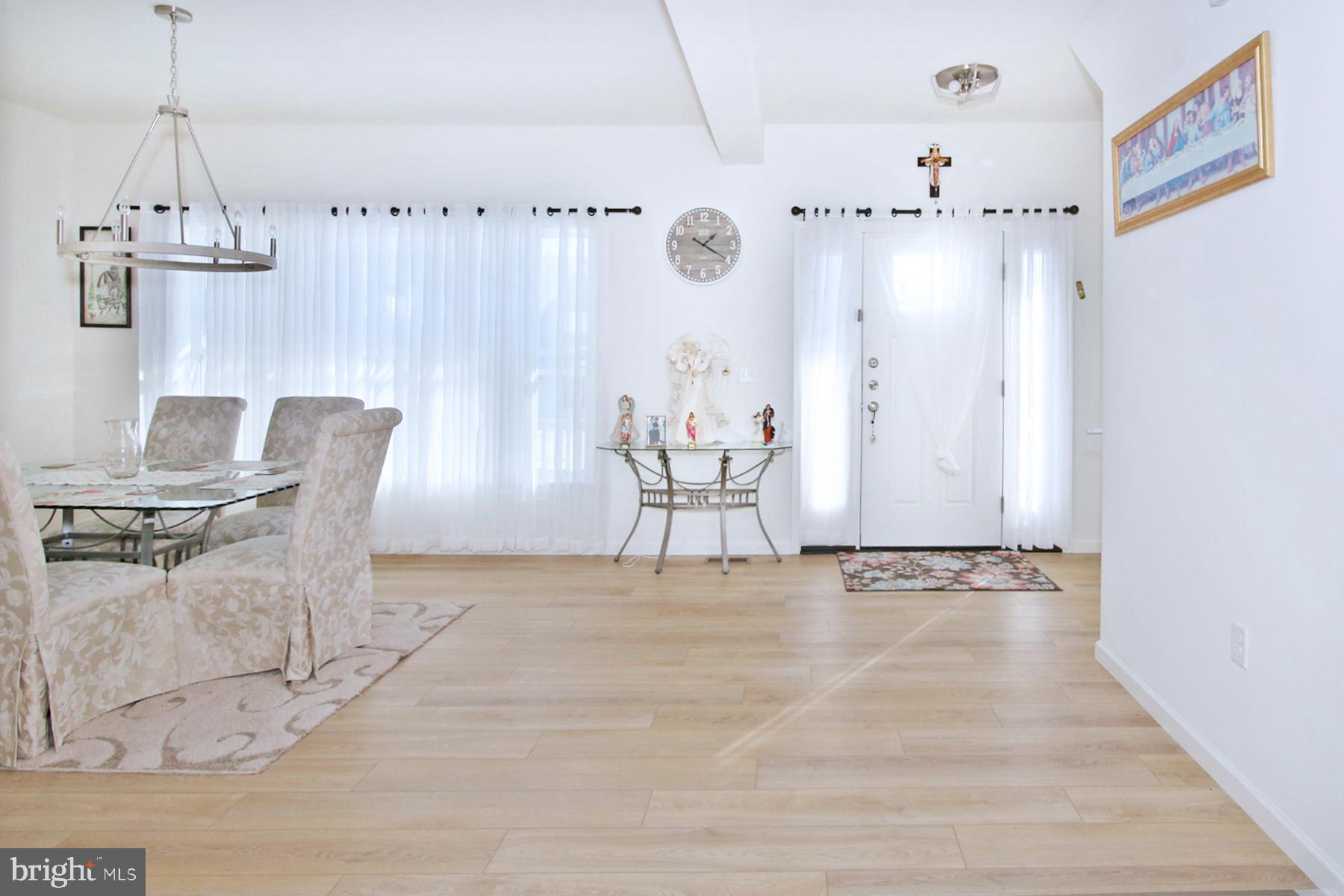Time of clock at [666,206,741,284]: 1:20
